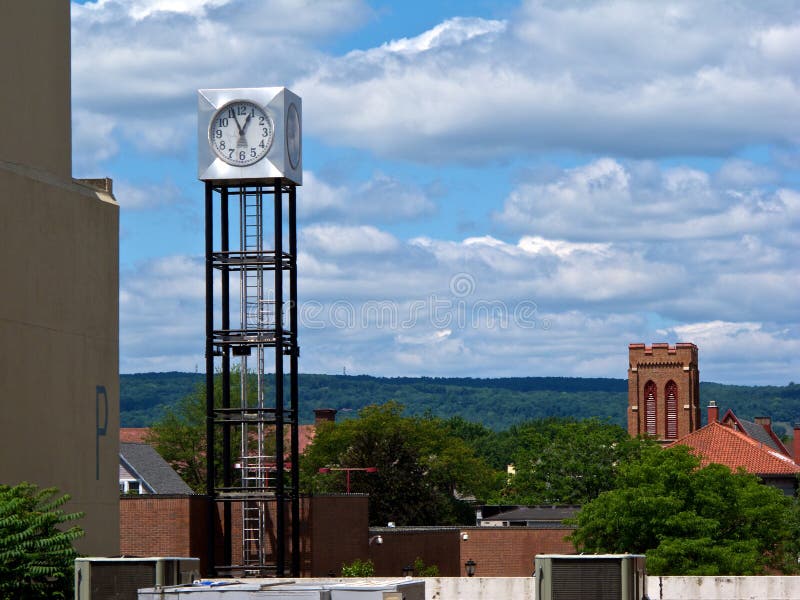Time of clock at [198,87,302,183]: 12:56
